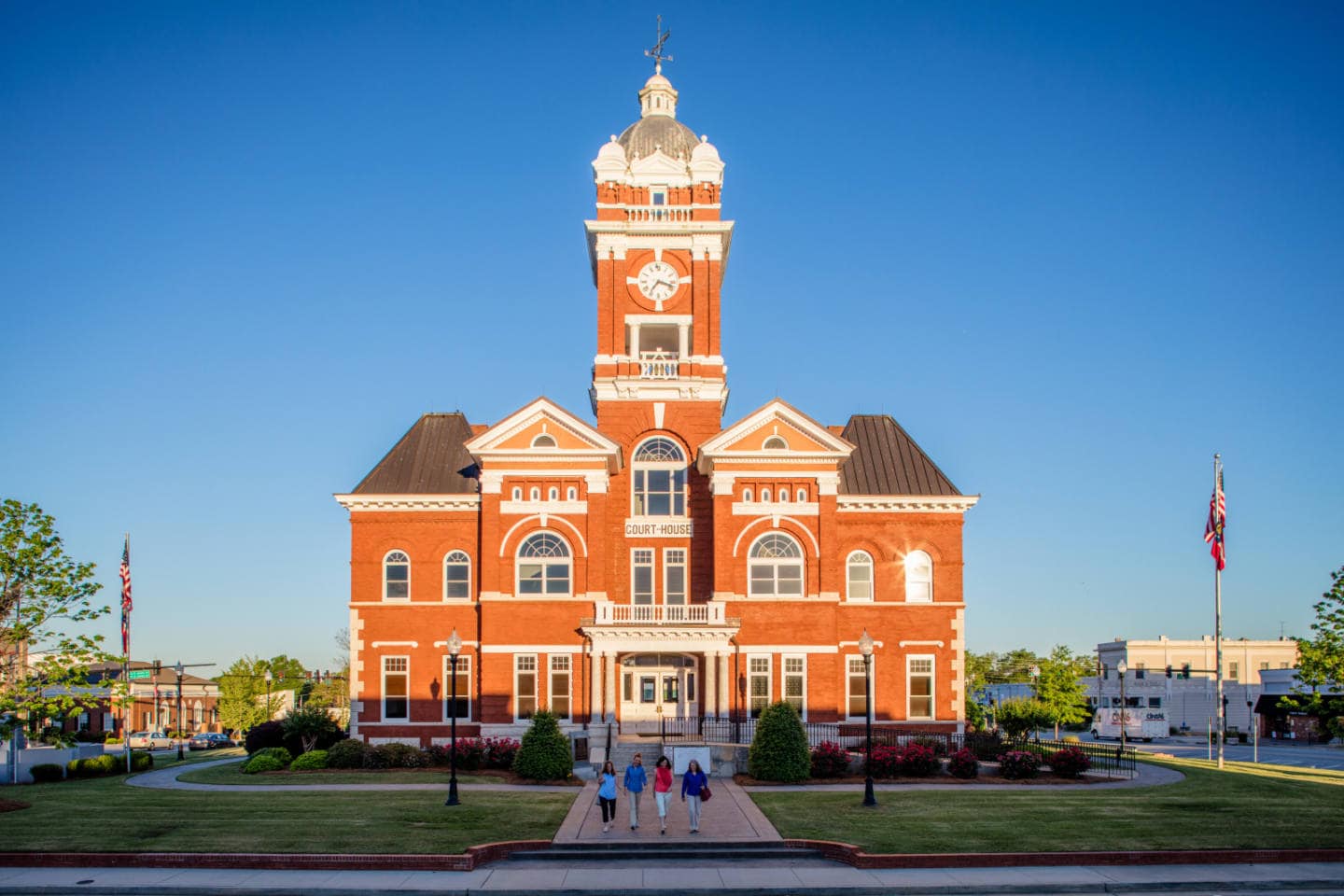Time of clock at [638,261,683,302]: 7:17
